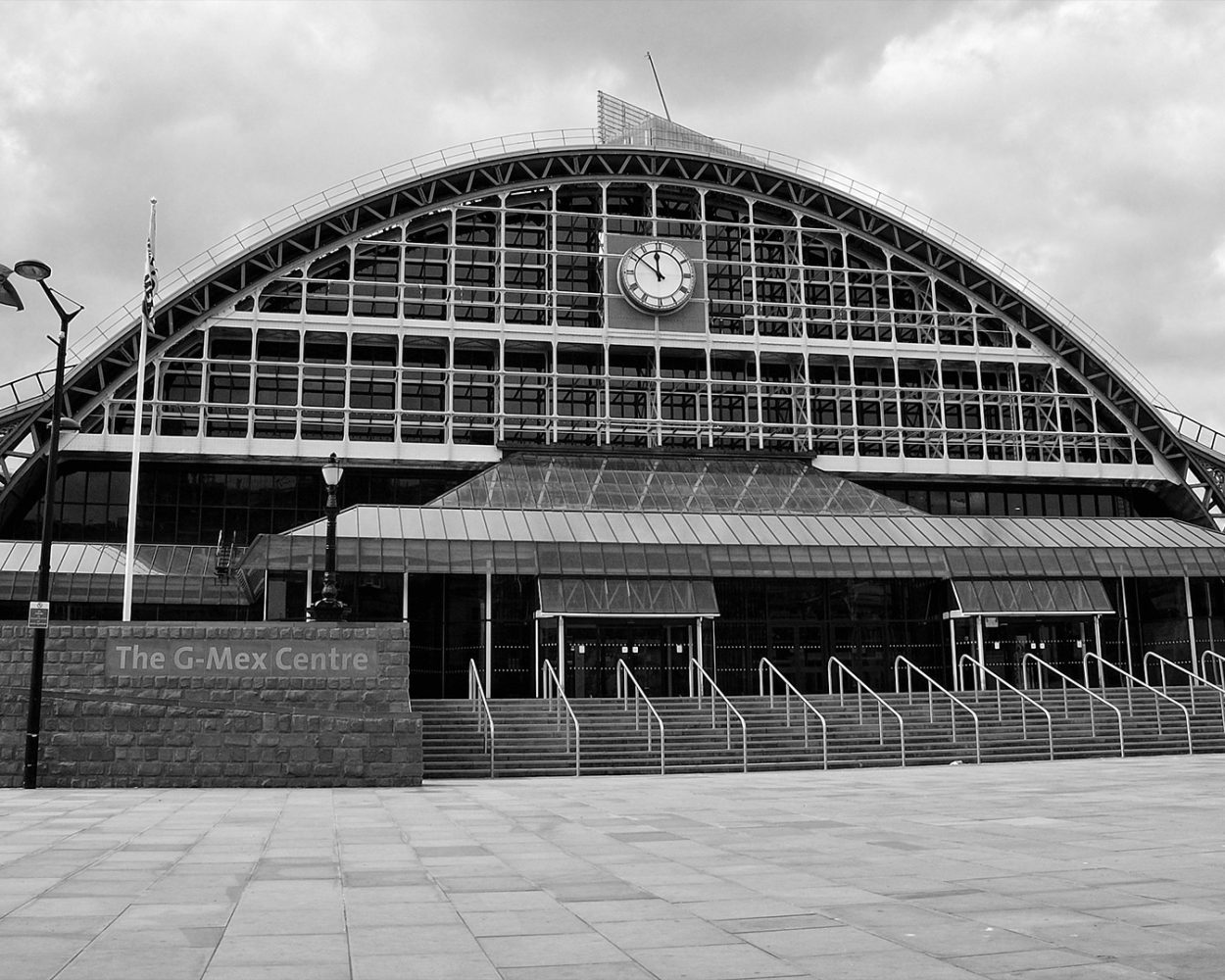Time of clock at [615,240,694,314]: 11:51
